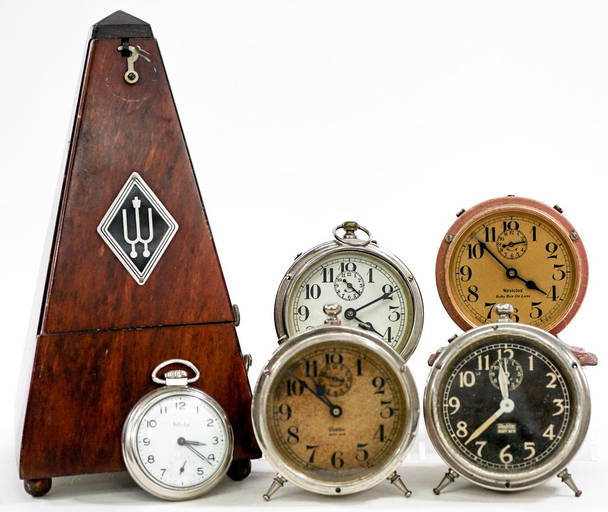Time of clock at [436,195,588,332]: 3:52
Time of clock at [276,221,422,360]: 4:10
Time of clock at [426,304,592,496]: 11:37
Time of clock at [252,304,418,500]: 10:51
